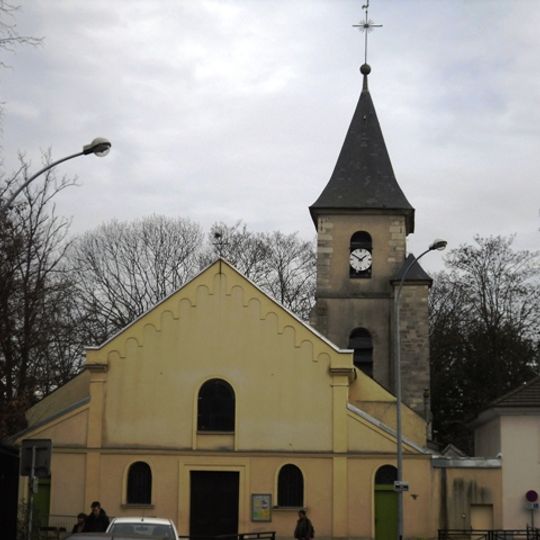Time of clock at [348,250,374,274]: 1:50
